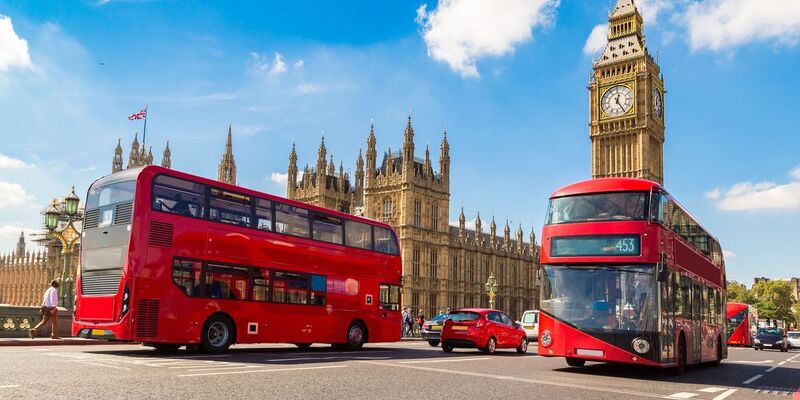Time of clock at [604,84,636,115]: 12:24
